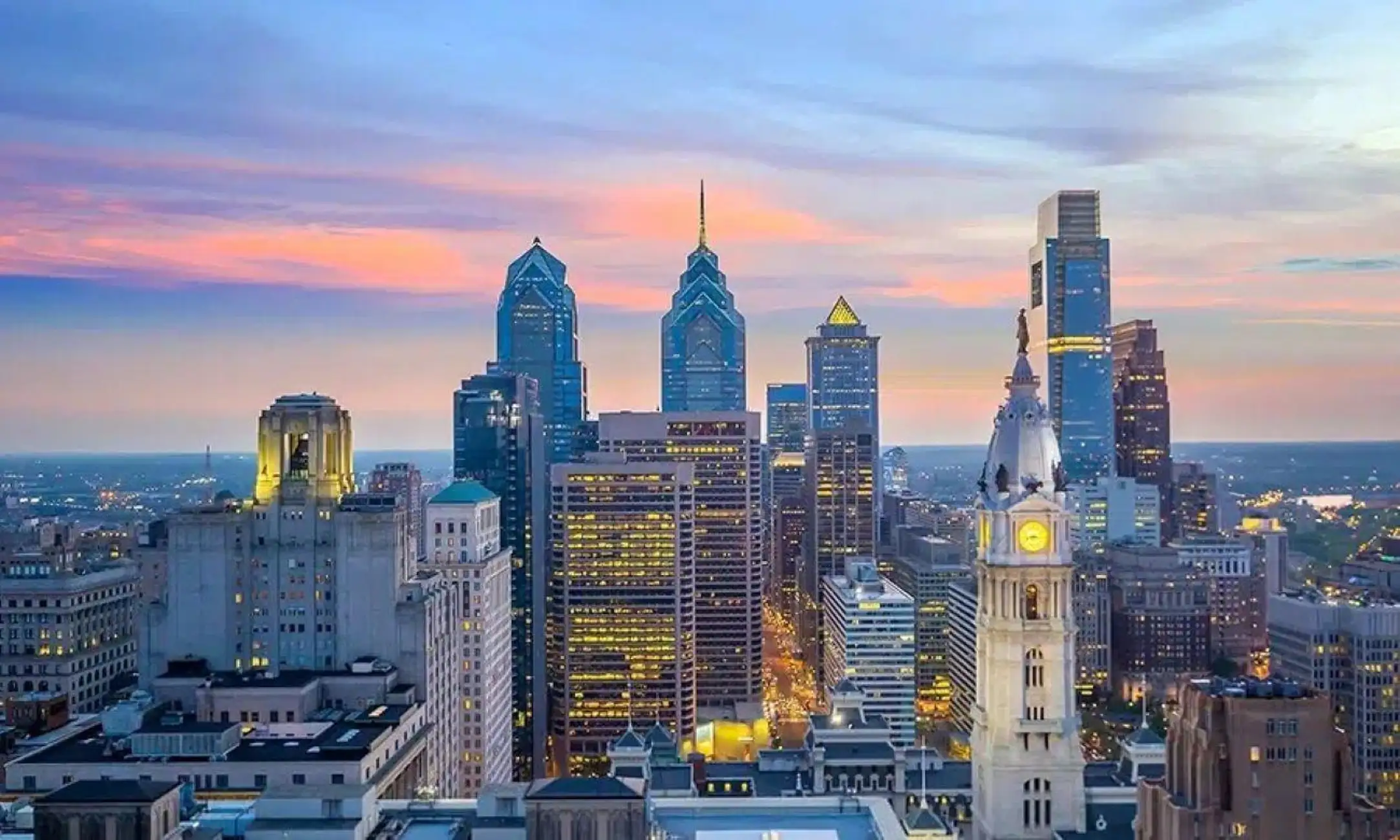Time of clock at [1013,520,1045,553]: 8:16
